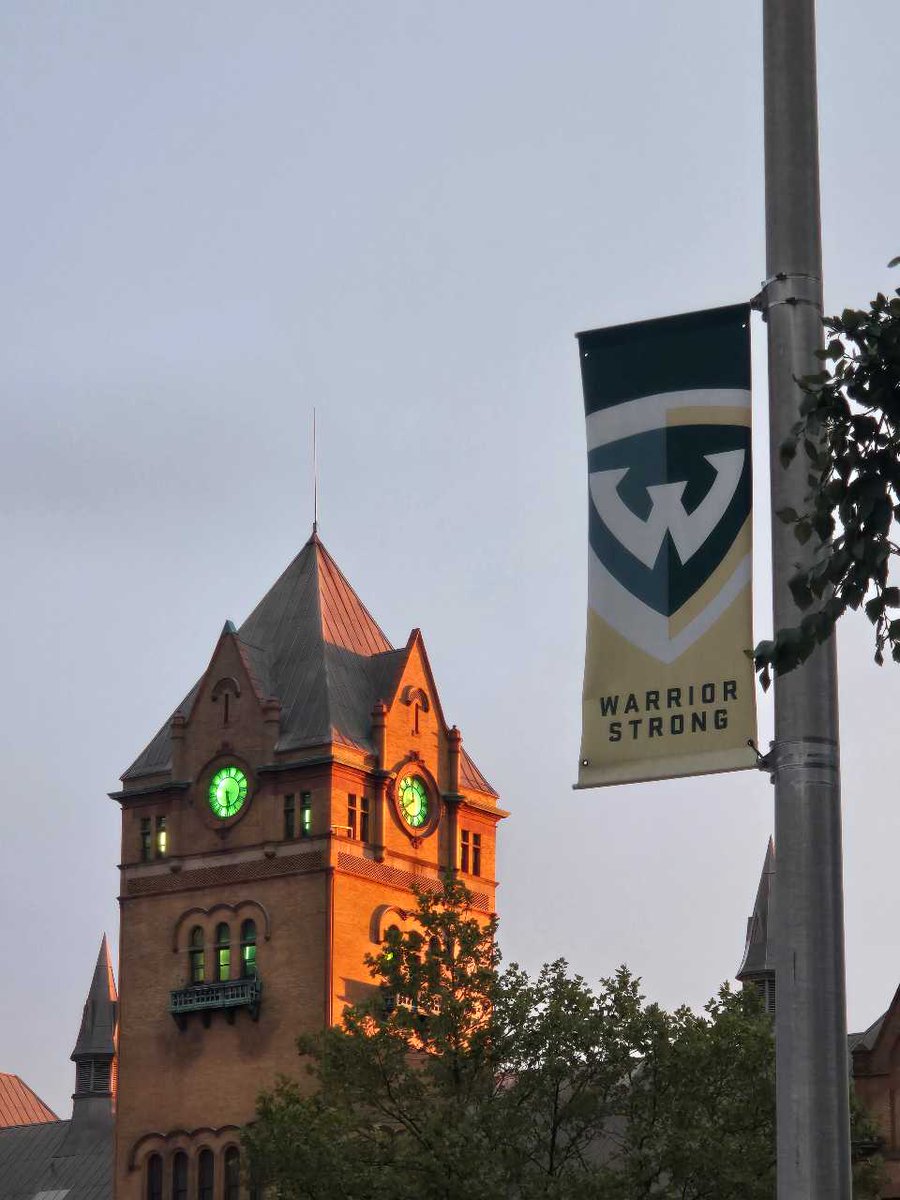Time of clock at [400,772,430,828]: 11:40
